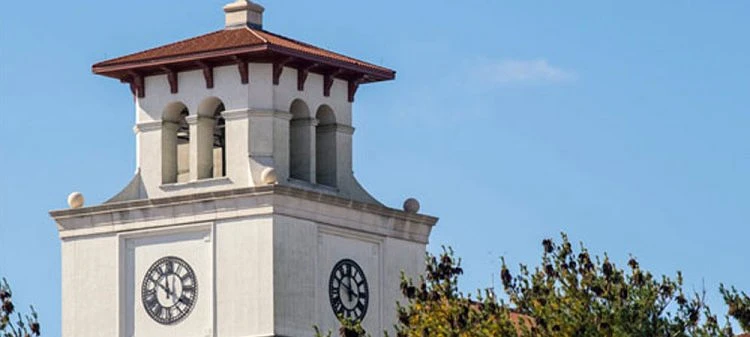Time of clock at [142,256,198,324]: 11:50
